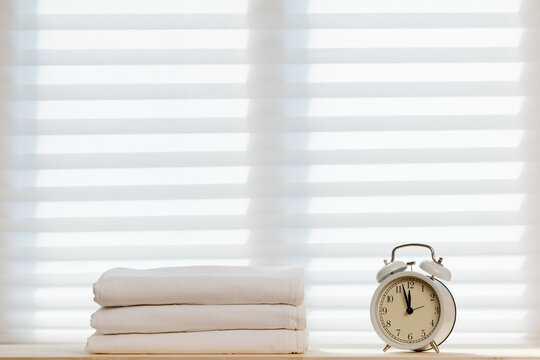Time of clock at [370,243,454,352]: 11:57
